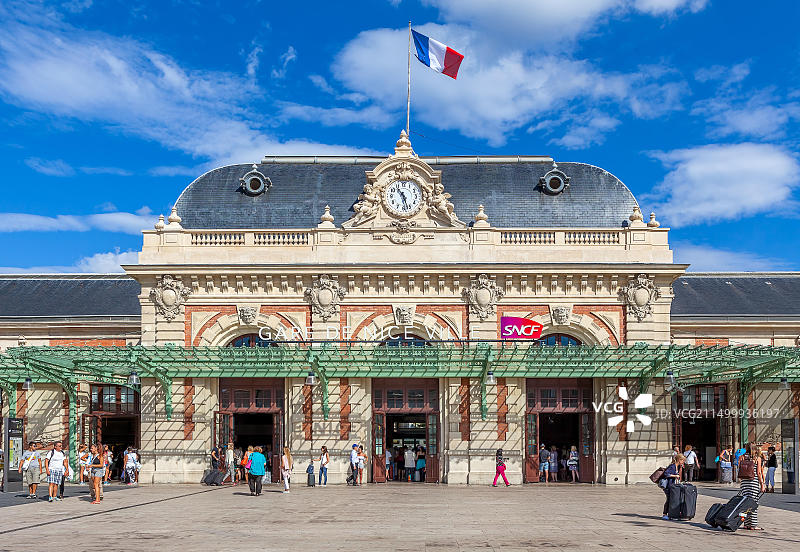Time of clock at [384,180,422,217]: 10:27
